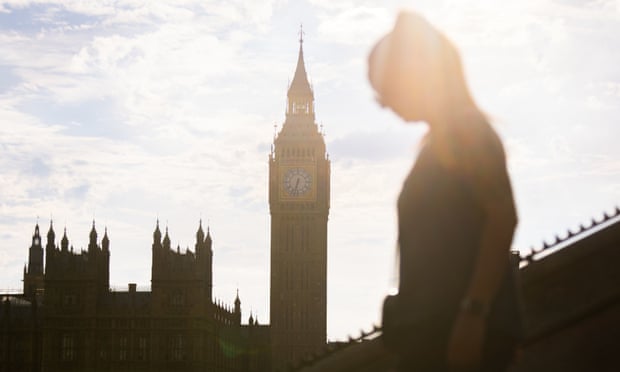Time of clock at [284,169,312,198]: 6:32
